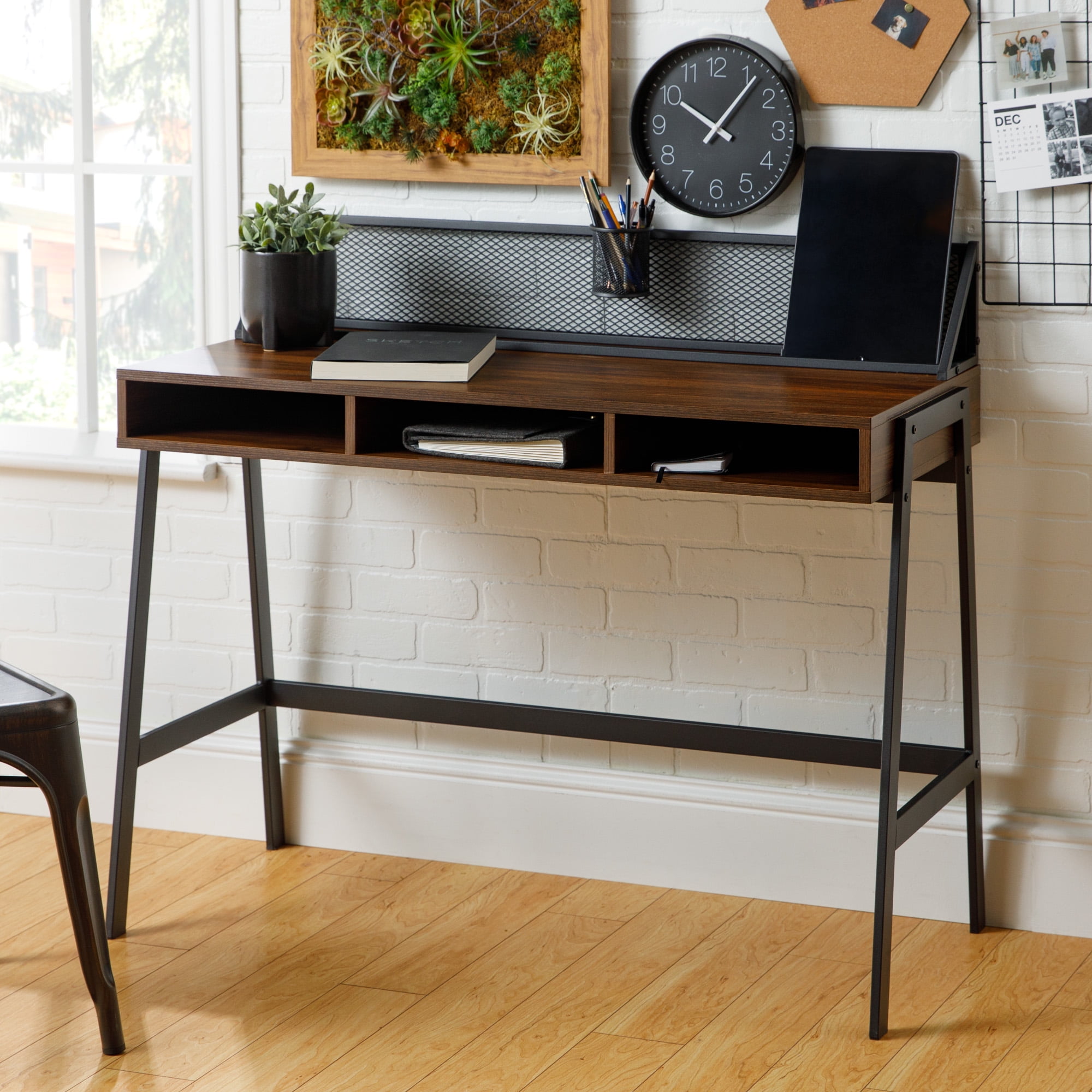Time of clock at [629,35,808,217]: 10:06
